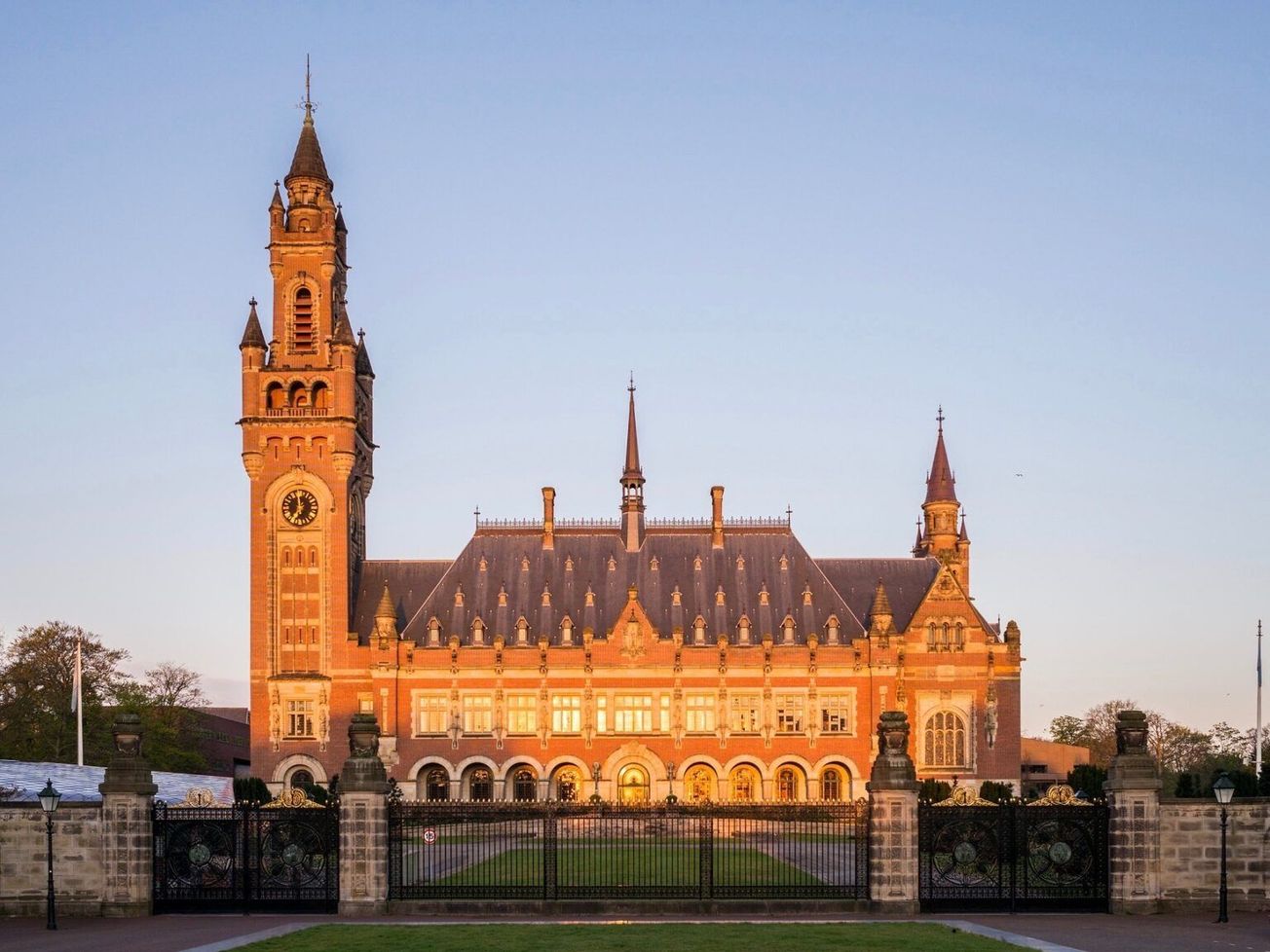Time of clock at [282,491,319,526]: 6:58
